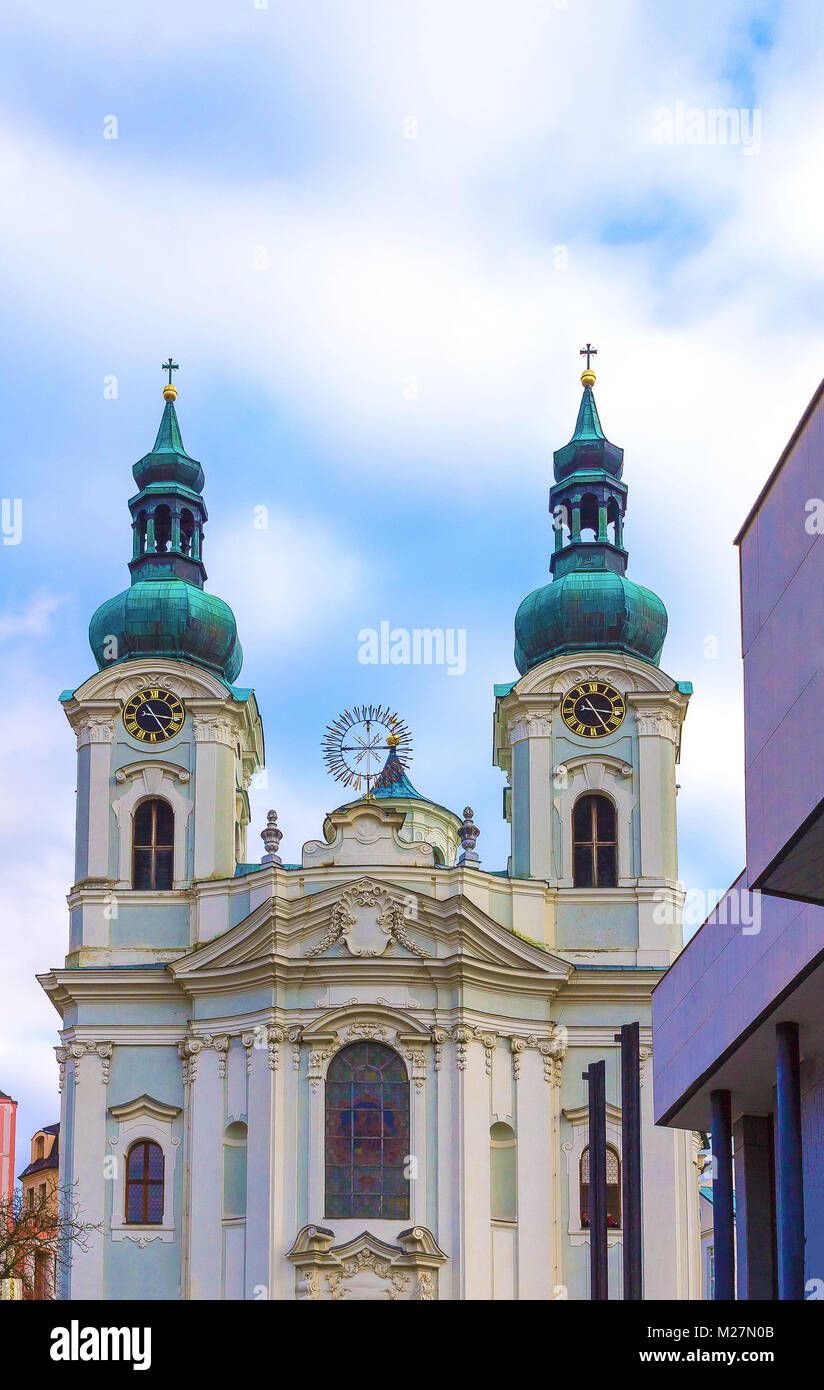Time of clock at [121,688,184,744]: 3:24
